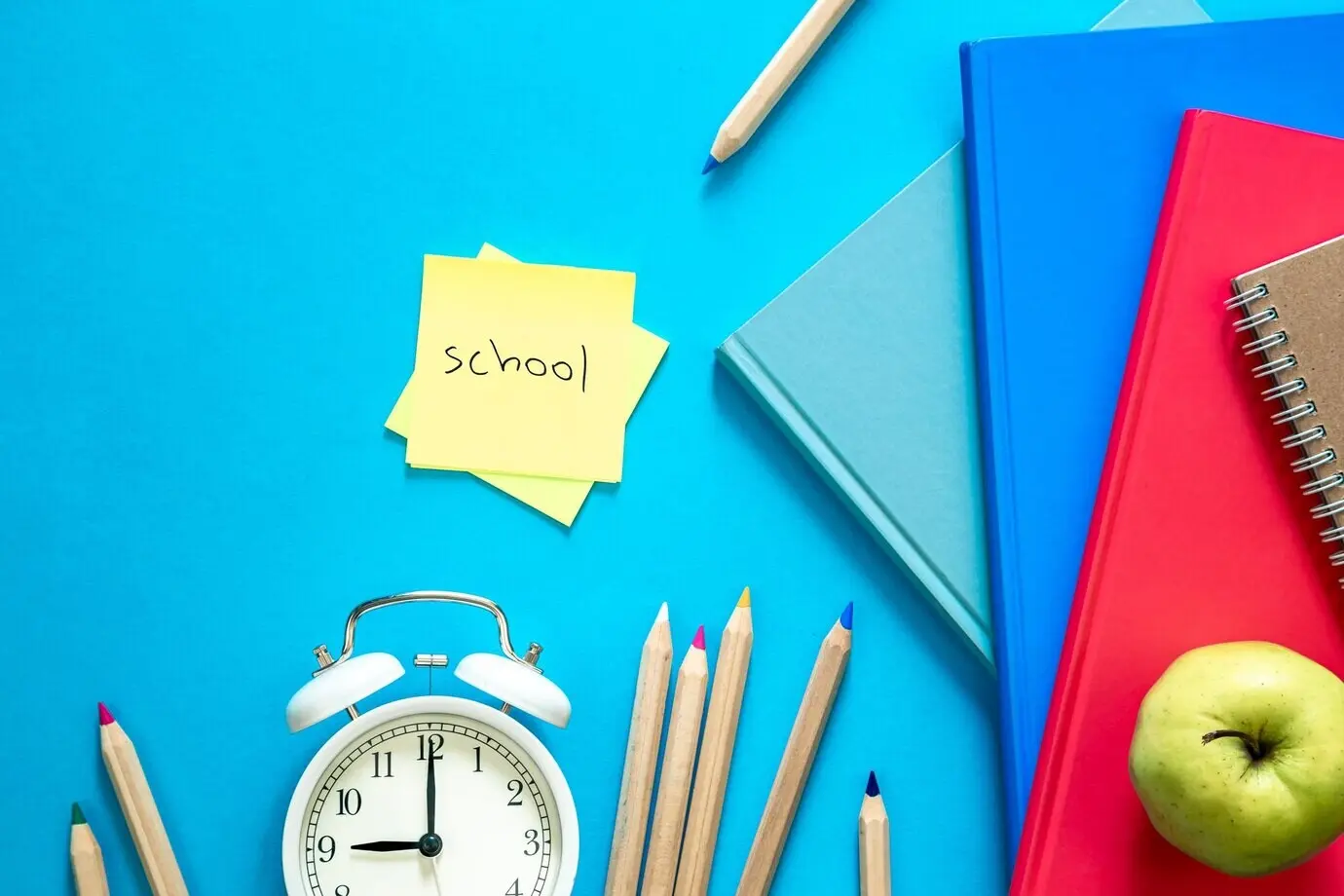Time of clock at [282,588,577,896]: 9:00
